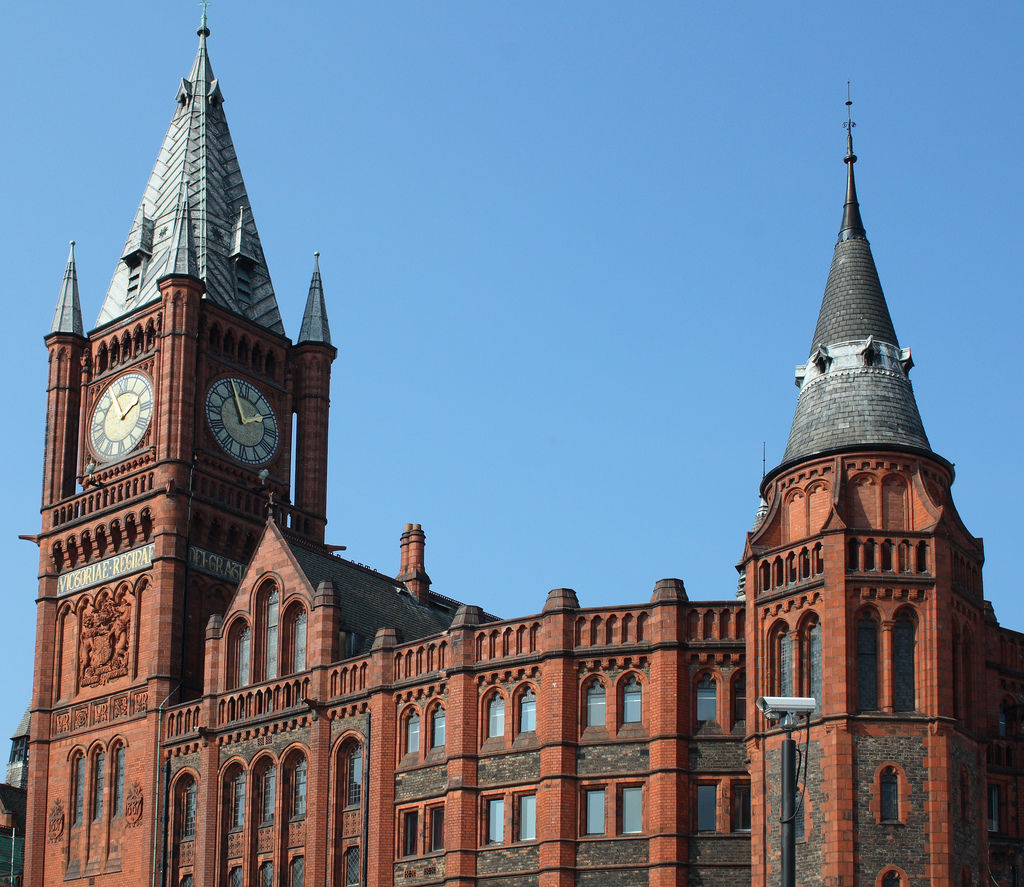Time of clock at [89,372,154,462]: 1:56
